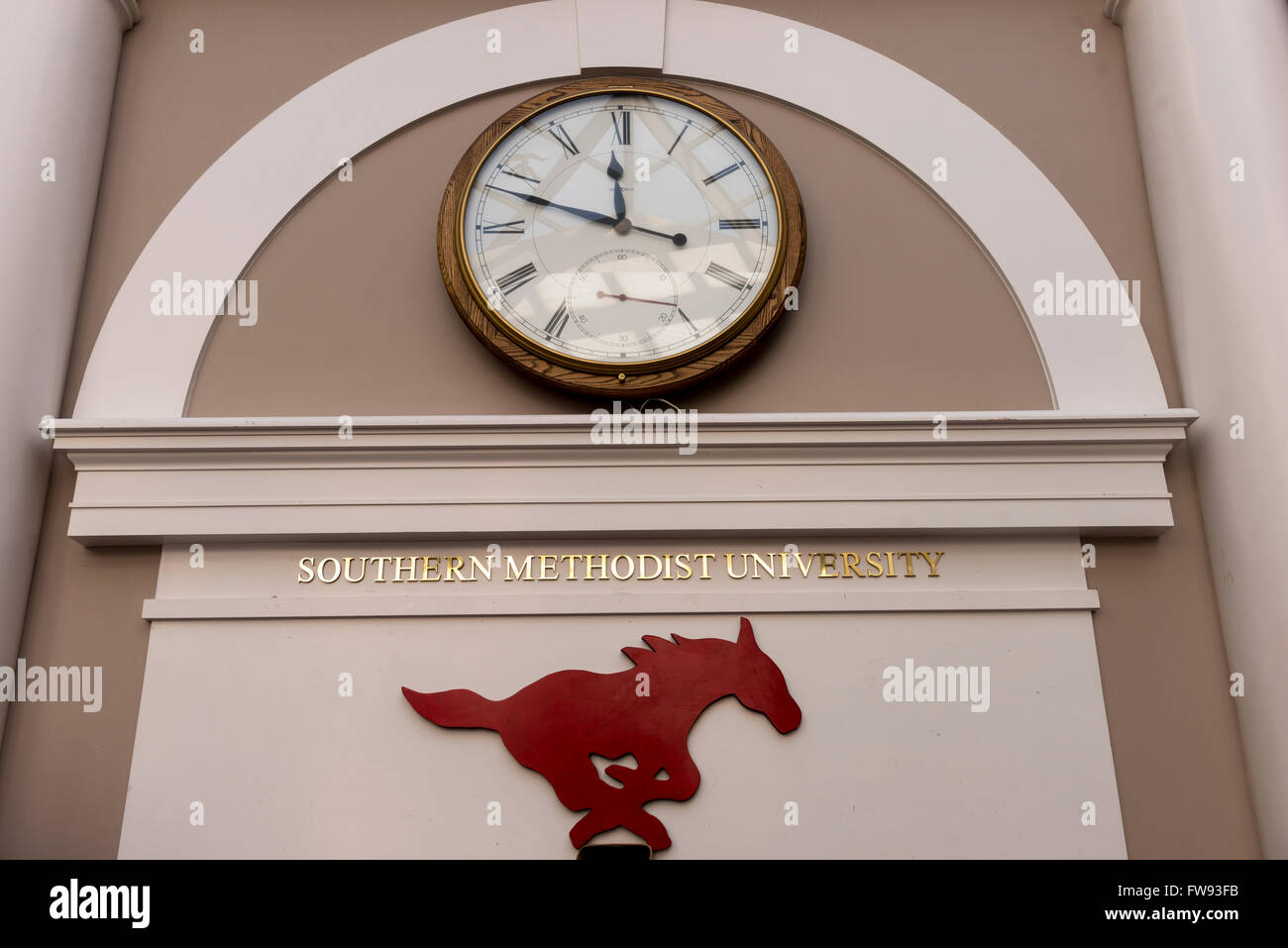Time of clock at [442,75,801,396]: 11:48
